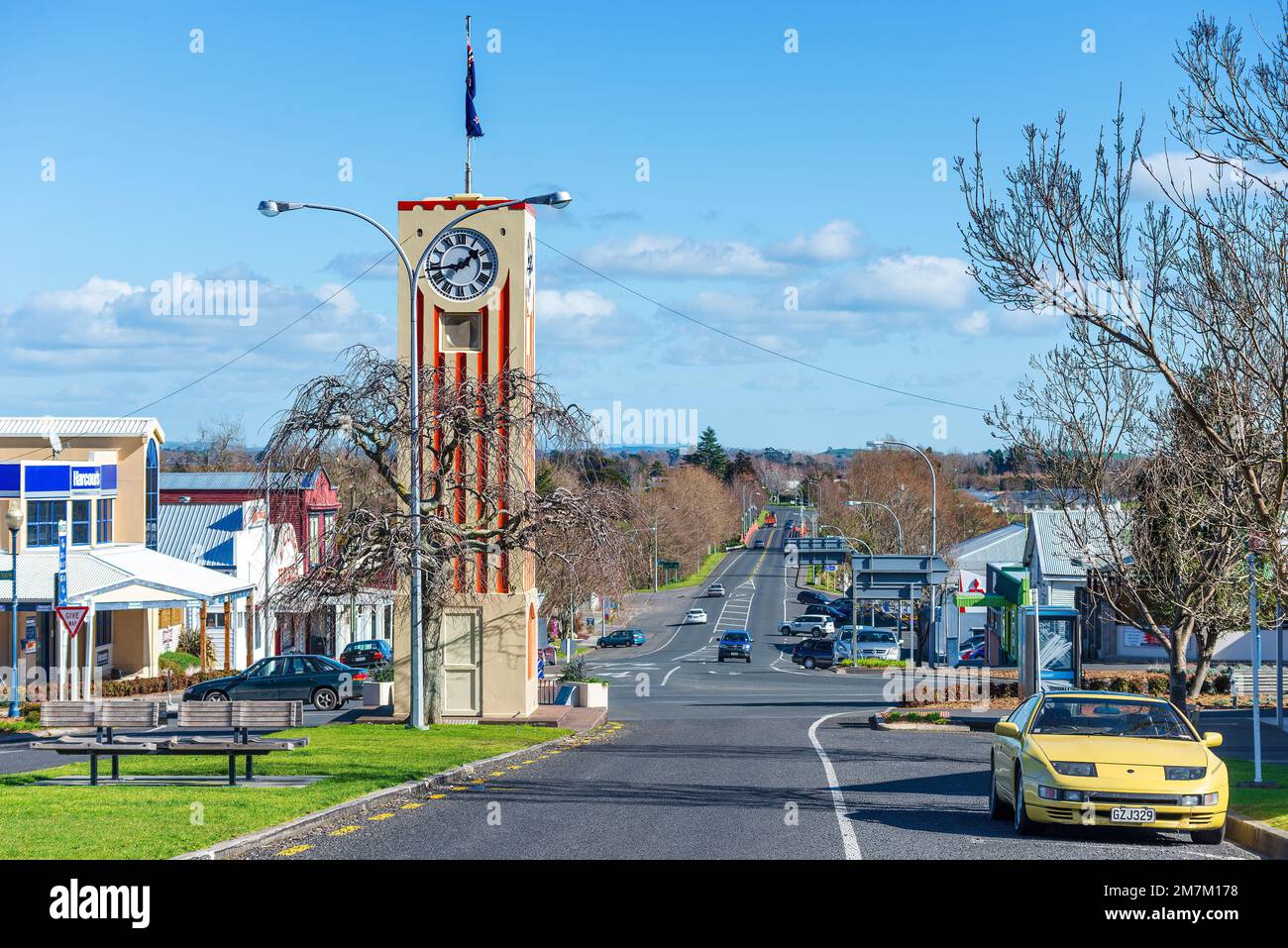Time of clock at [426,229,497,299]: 1:43
